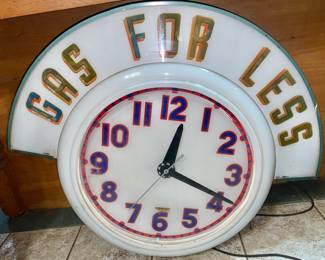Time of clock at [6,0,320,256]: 12:19
